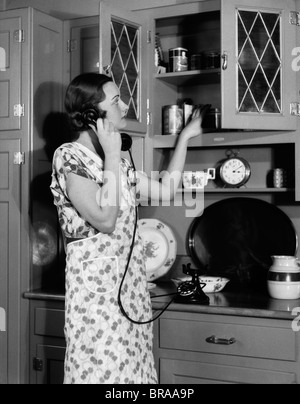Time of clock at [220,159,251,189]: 3:09
